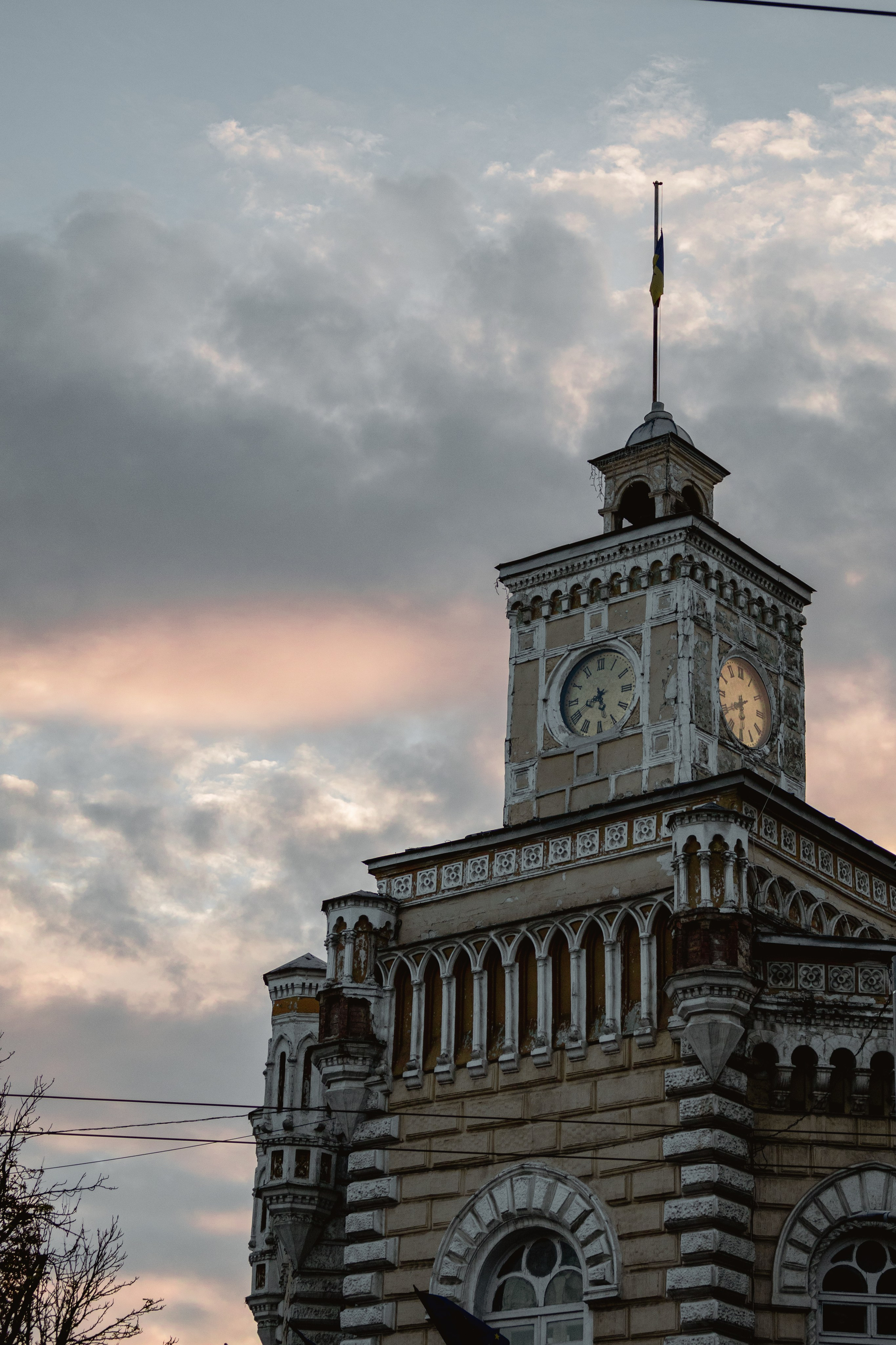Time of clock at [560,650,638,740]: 5:41
